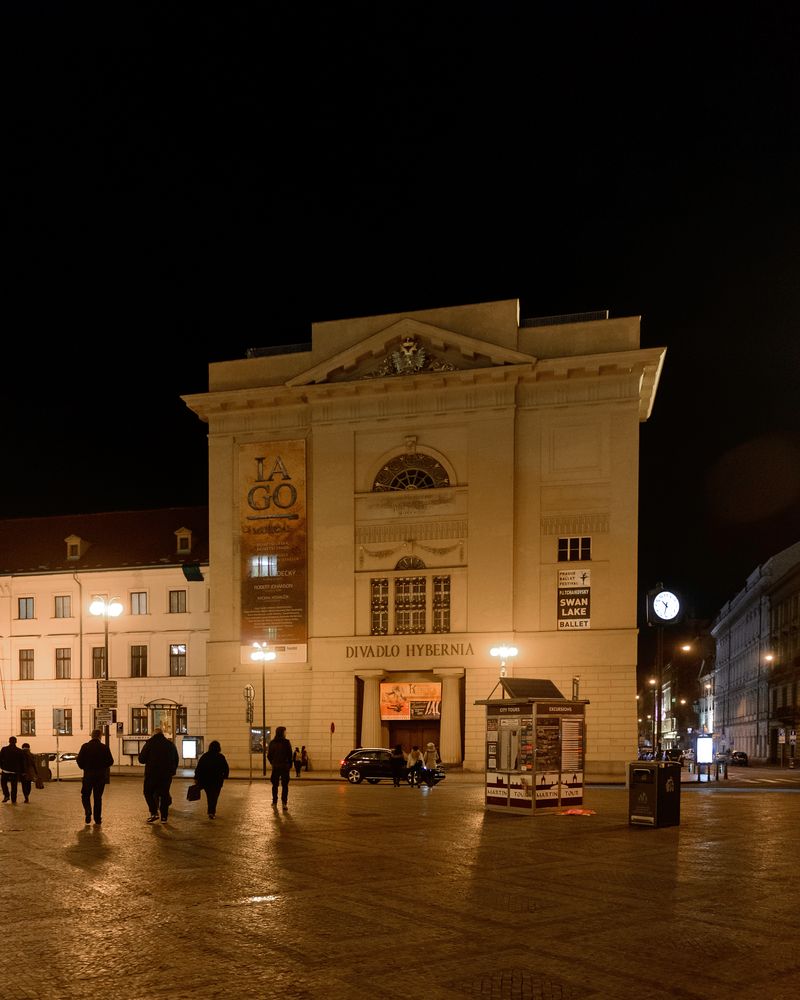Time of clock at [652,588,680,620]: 10:32
